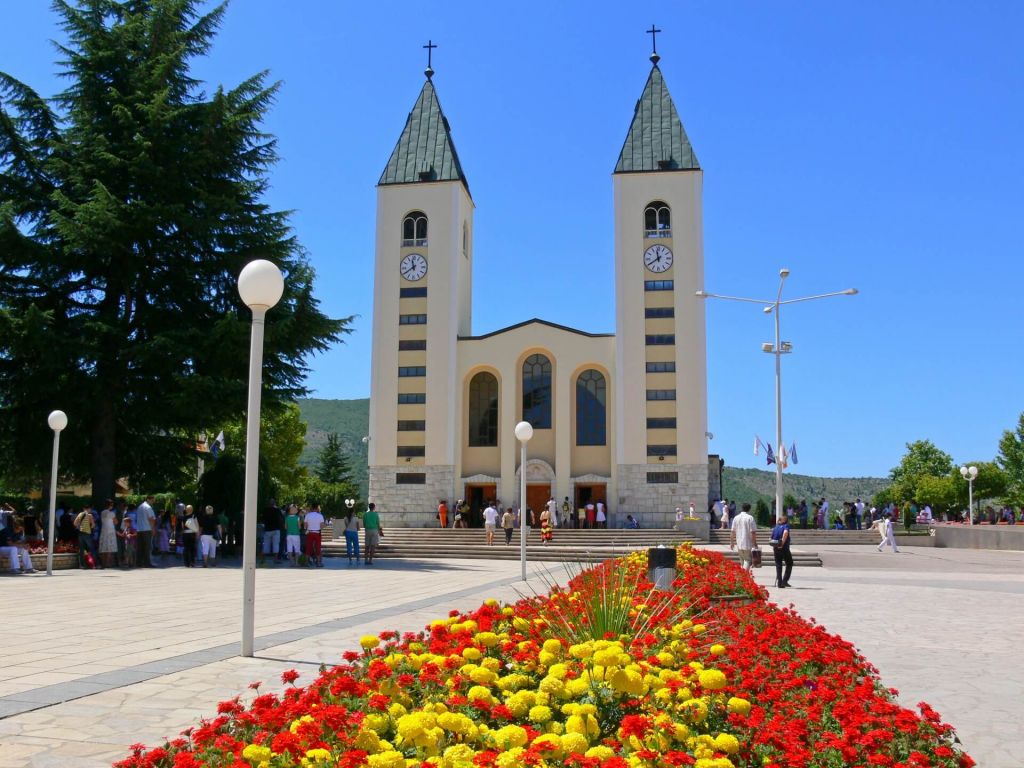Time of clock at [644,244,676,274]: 11:39
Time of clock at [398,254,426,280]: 11:39
